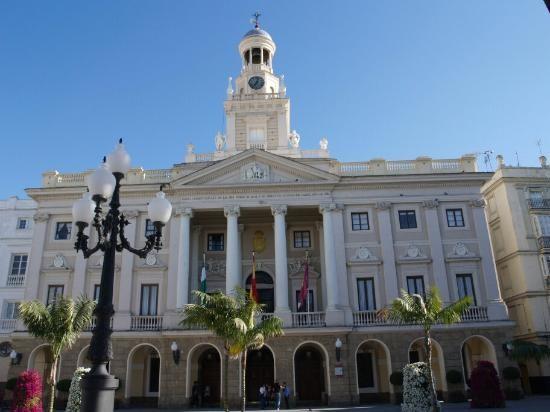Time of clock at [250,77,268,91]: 7:03
